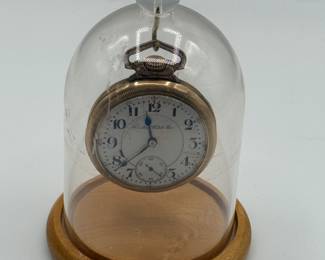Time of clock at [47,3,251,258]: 11:37
